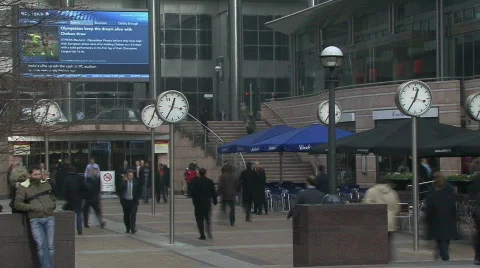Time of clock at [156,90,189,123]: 12:34
